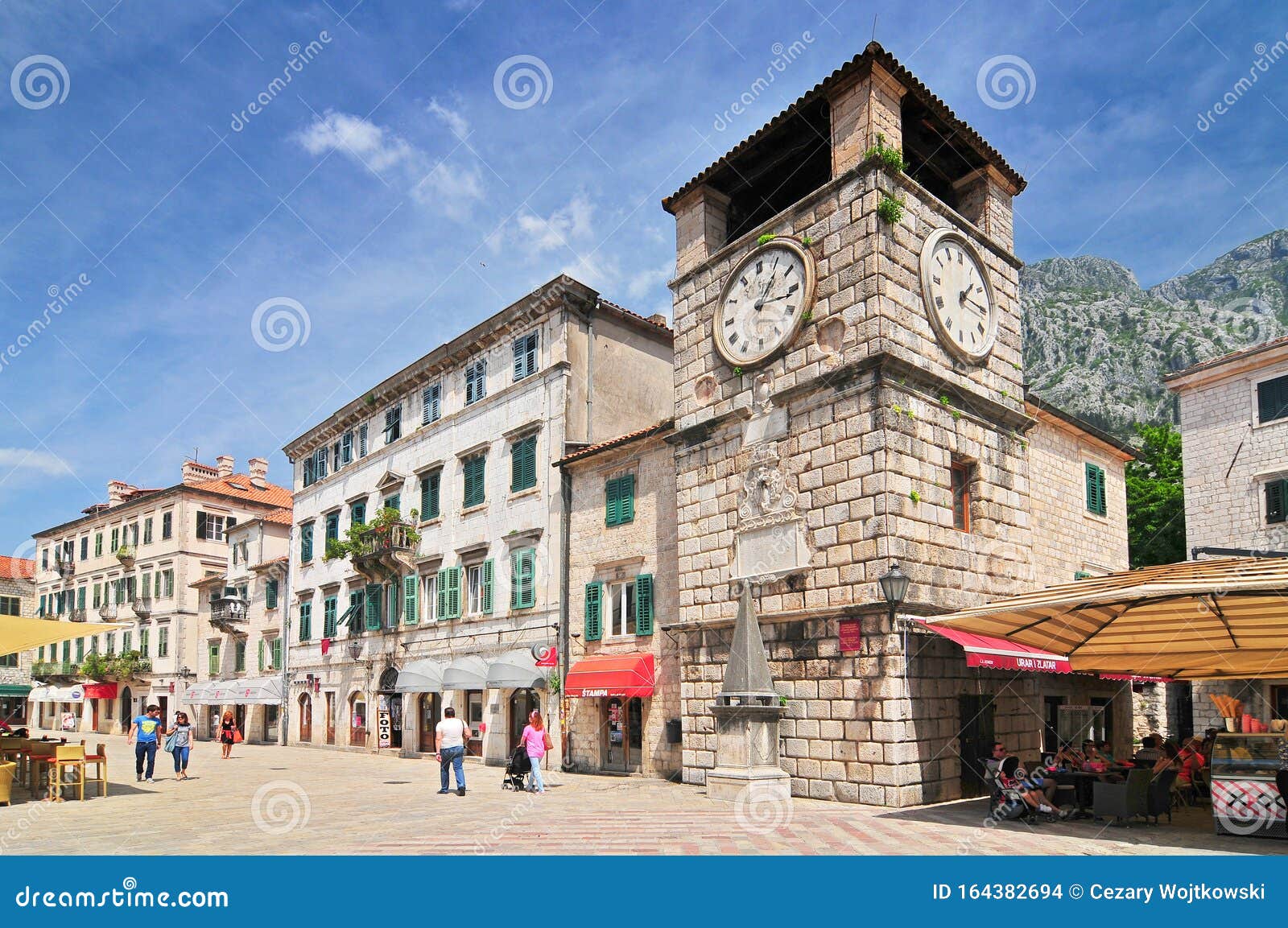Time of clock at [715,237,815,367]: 1:16
